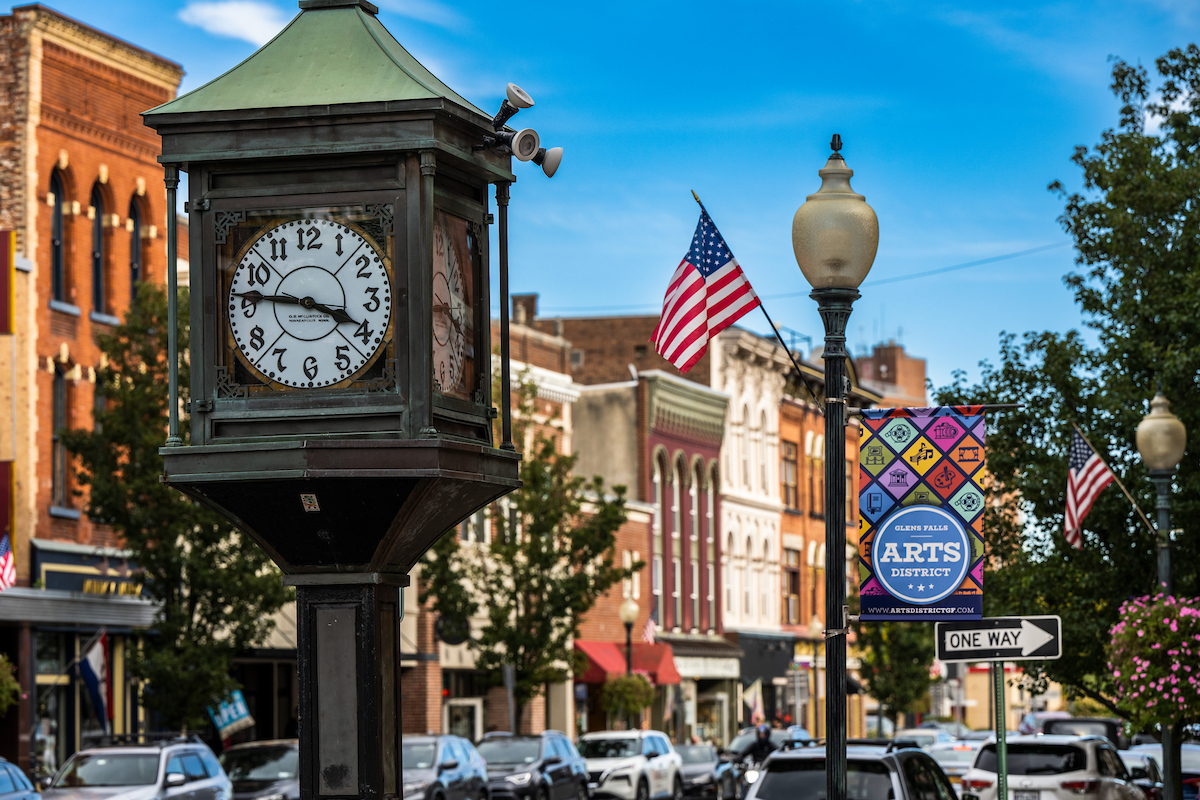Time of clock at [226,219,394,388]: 3:46
